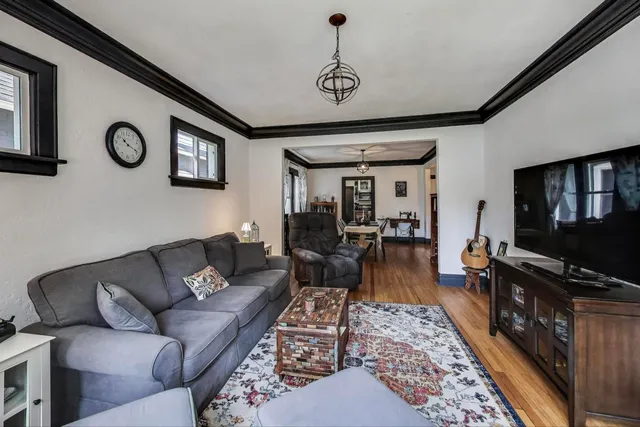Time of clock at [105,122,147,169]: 10:18
